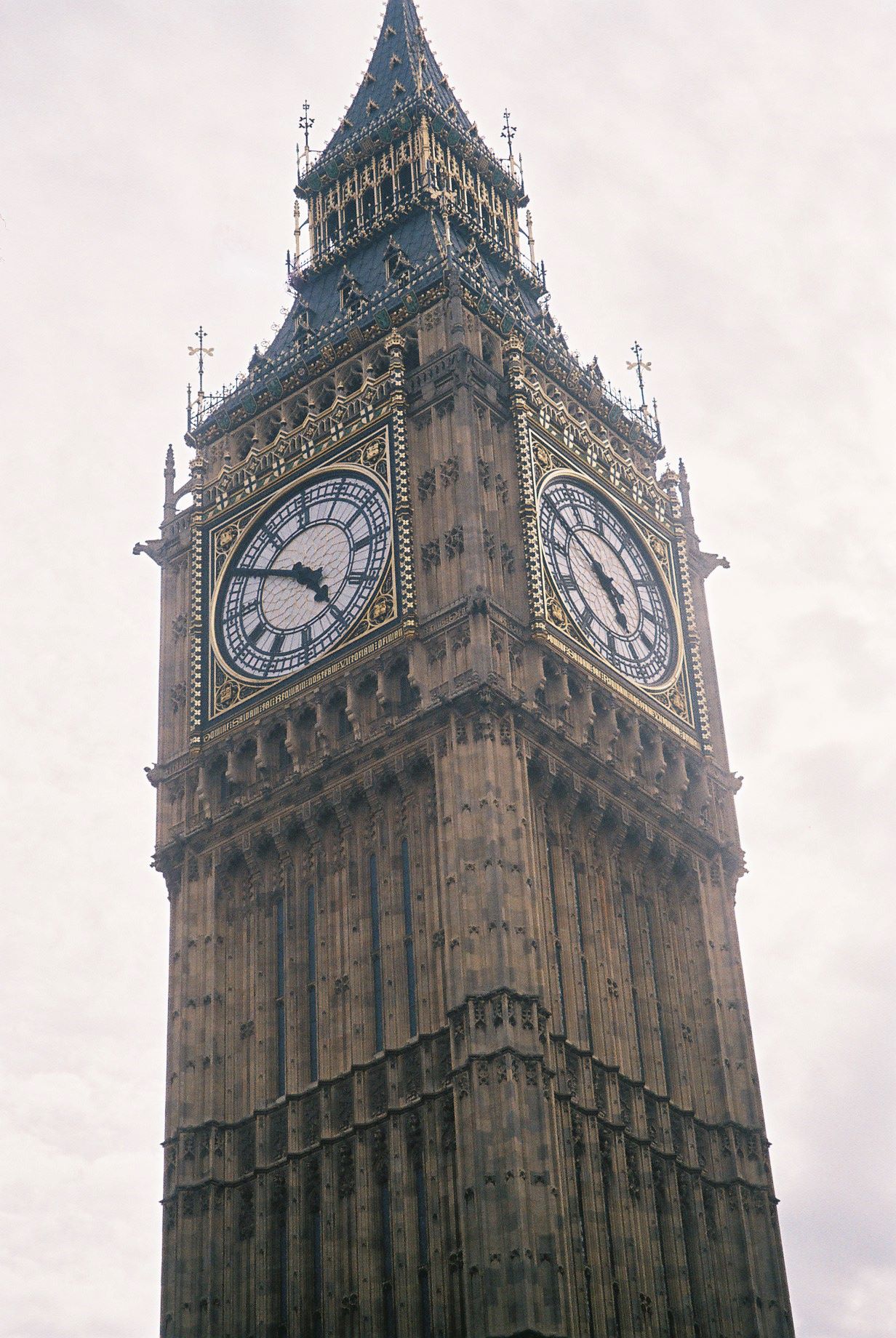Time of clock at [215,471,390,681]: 4:50
